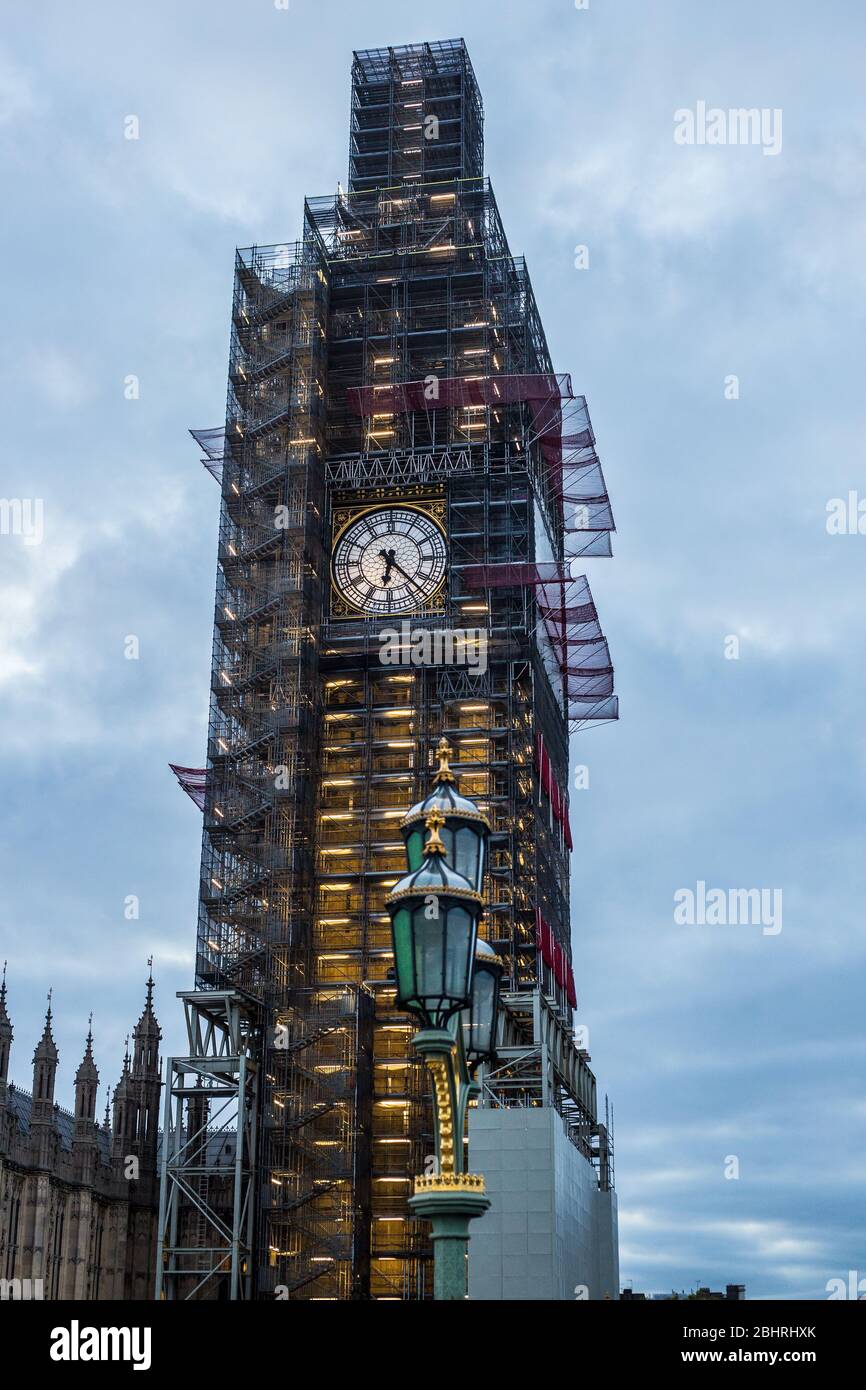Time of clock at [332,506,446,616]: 6:22
